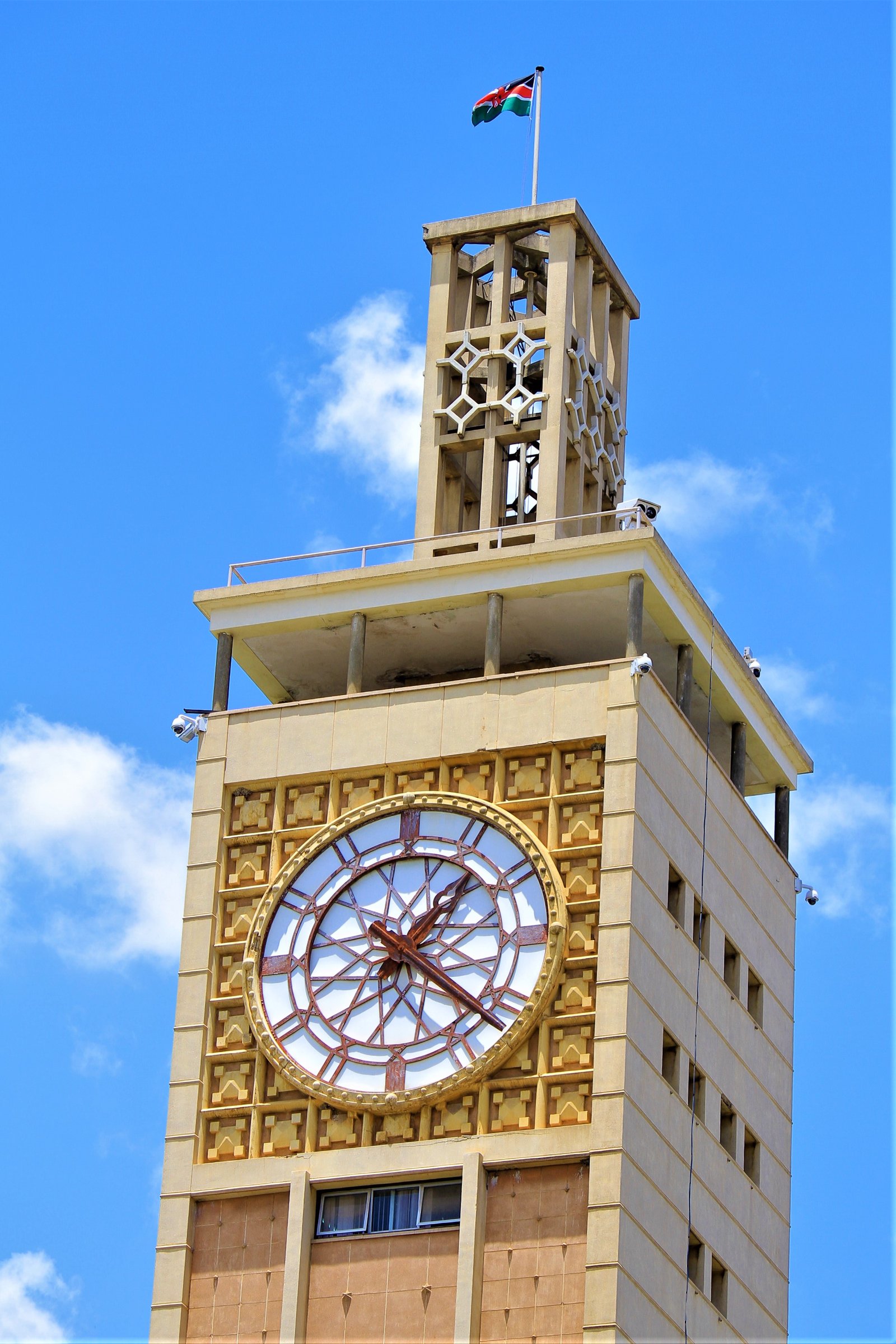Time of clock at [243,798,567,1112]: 1:21
